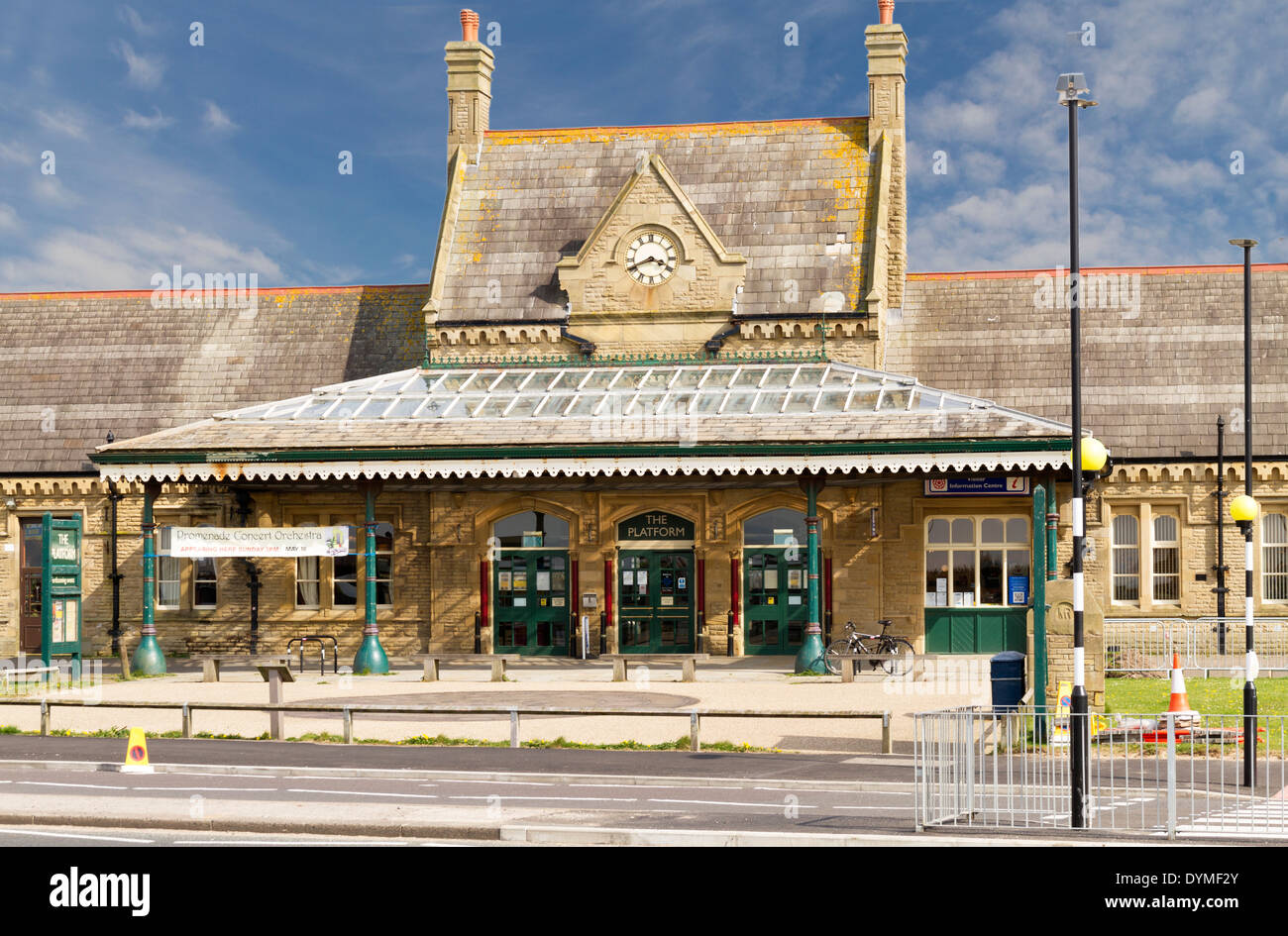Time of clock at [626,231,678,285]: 3:41
